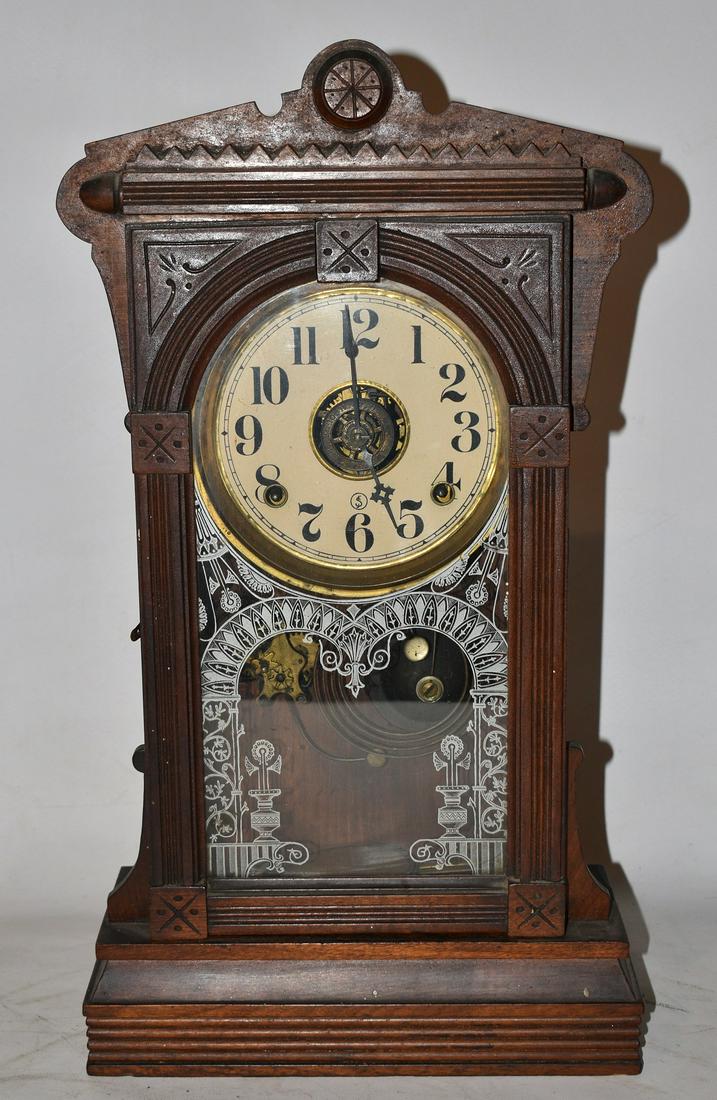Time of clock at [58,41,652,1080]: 11:59
